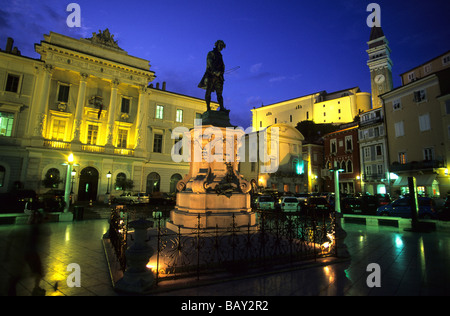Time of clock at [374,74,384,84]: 7:07
